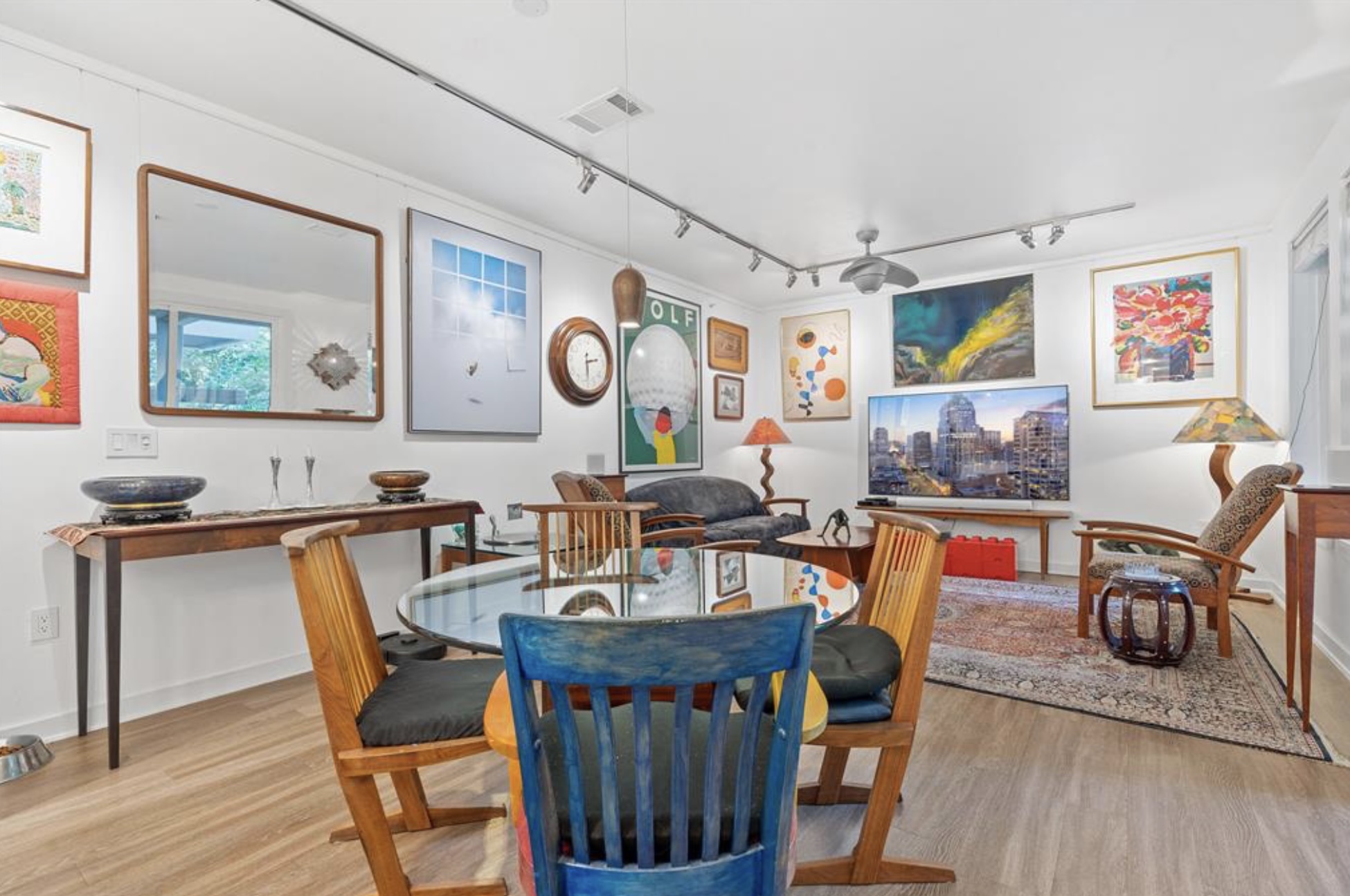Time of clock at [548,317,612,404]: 2:29
